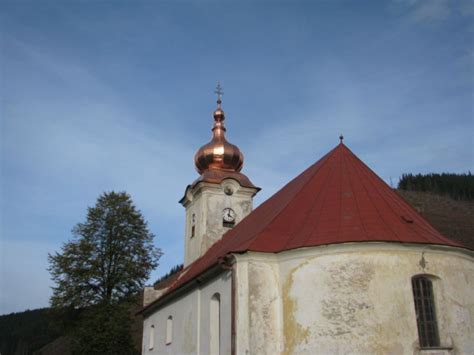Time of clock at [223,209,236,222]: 4:01
